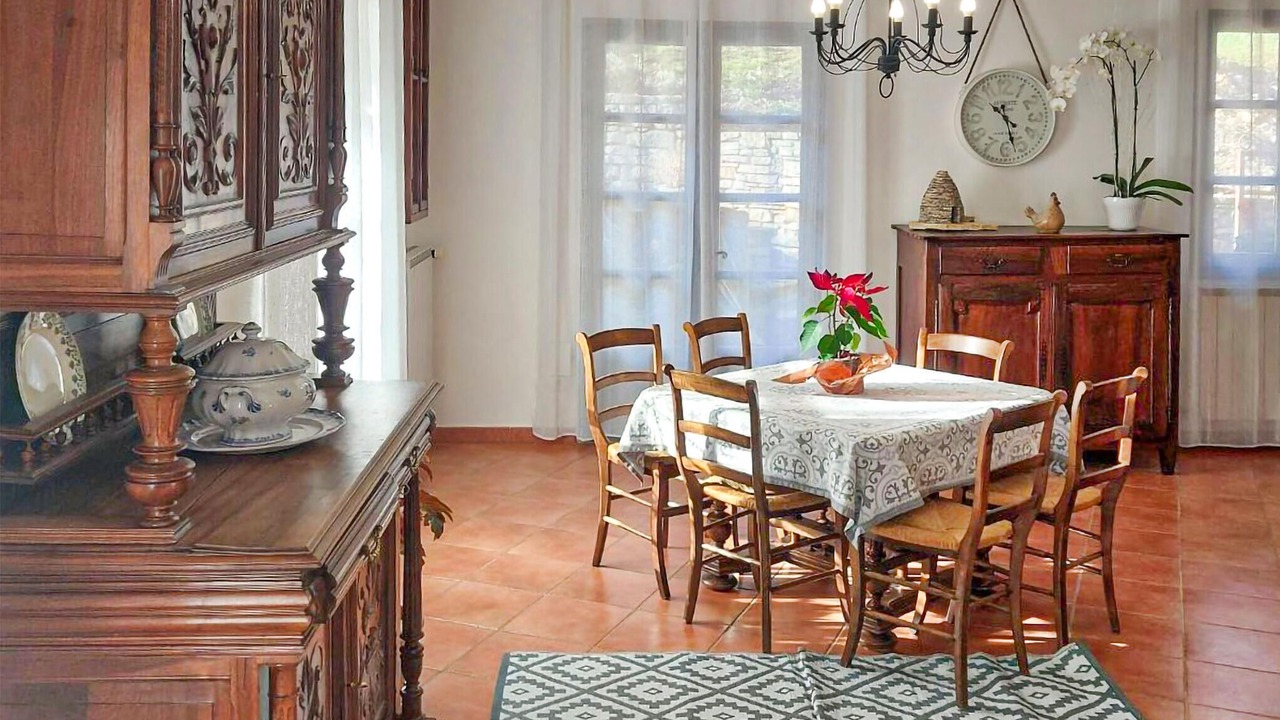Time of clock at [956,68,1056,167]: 10:27
